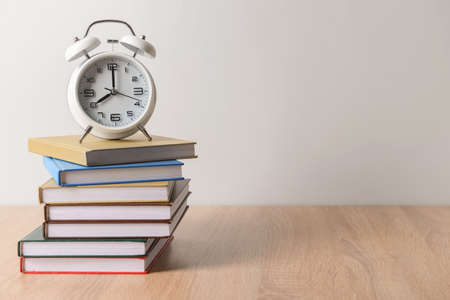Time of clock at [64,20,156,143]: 8:00
